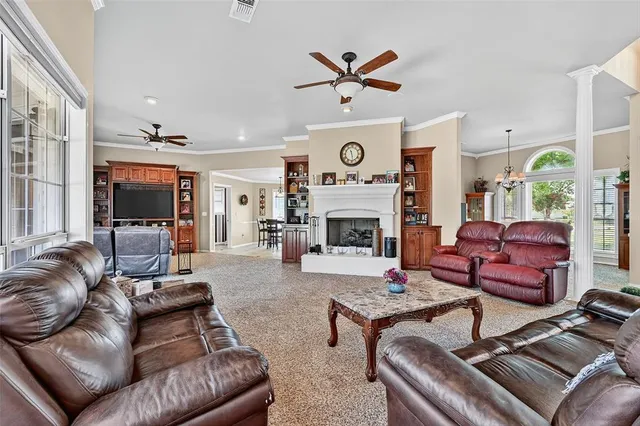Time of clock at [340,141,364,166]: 11:28
